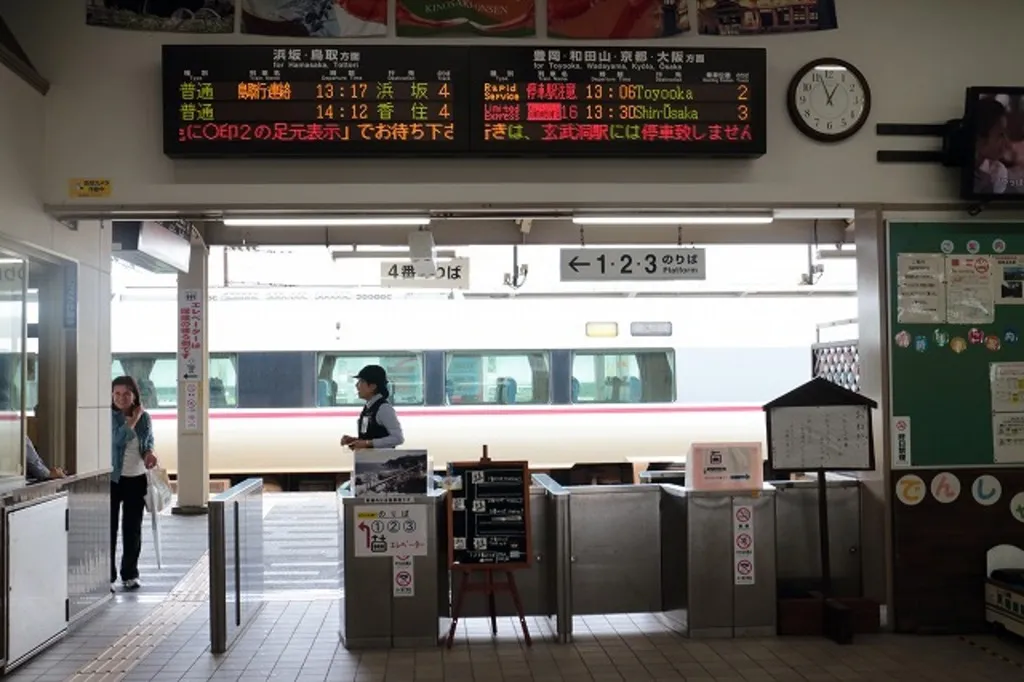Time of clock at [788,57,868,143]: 12:56
